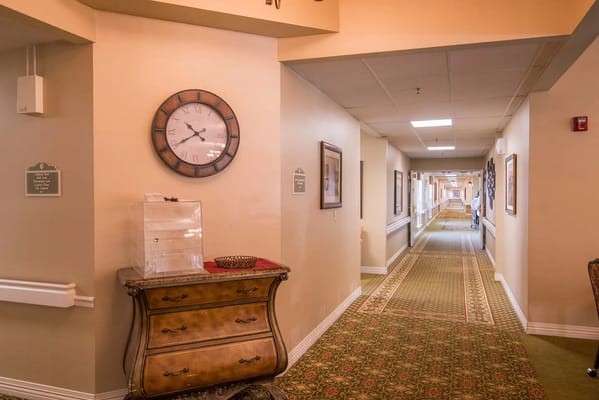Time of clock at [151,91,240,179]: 10:39
